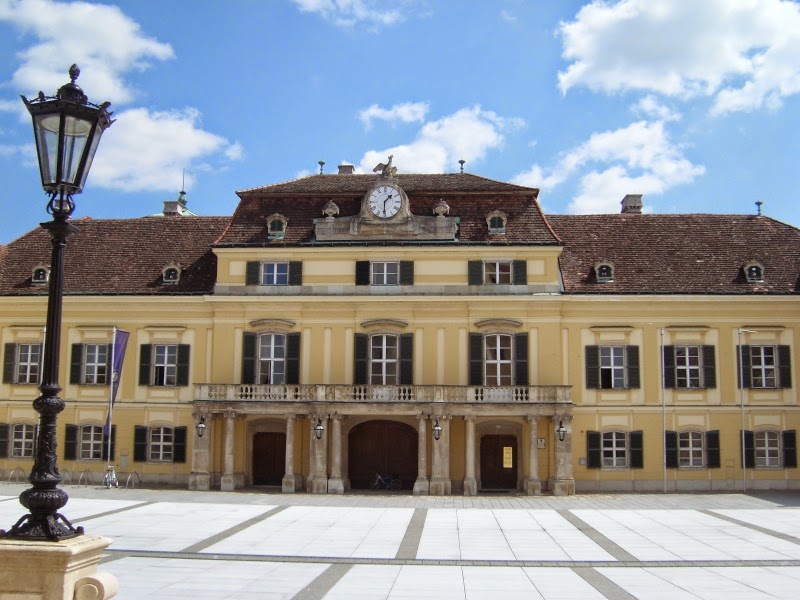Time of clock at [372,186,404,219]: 1:30
